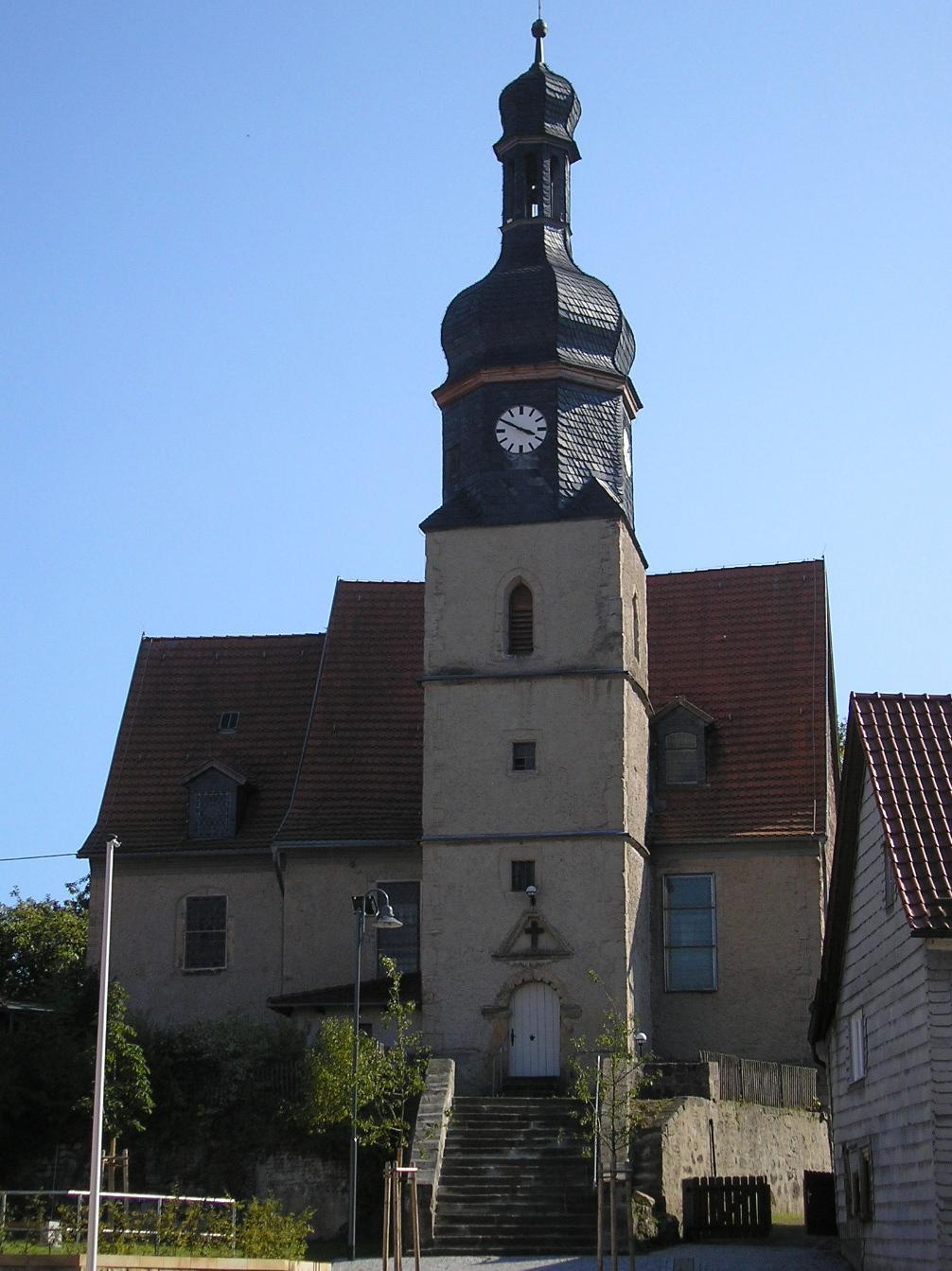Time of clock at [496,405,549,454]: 3:49
